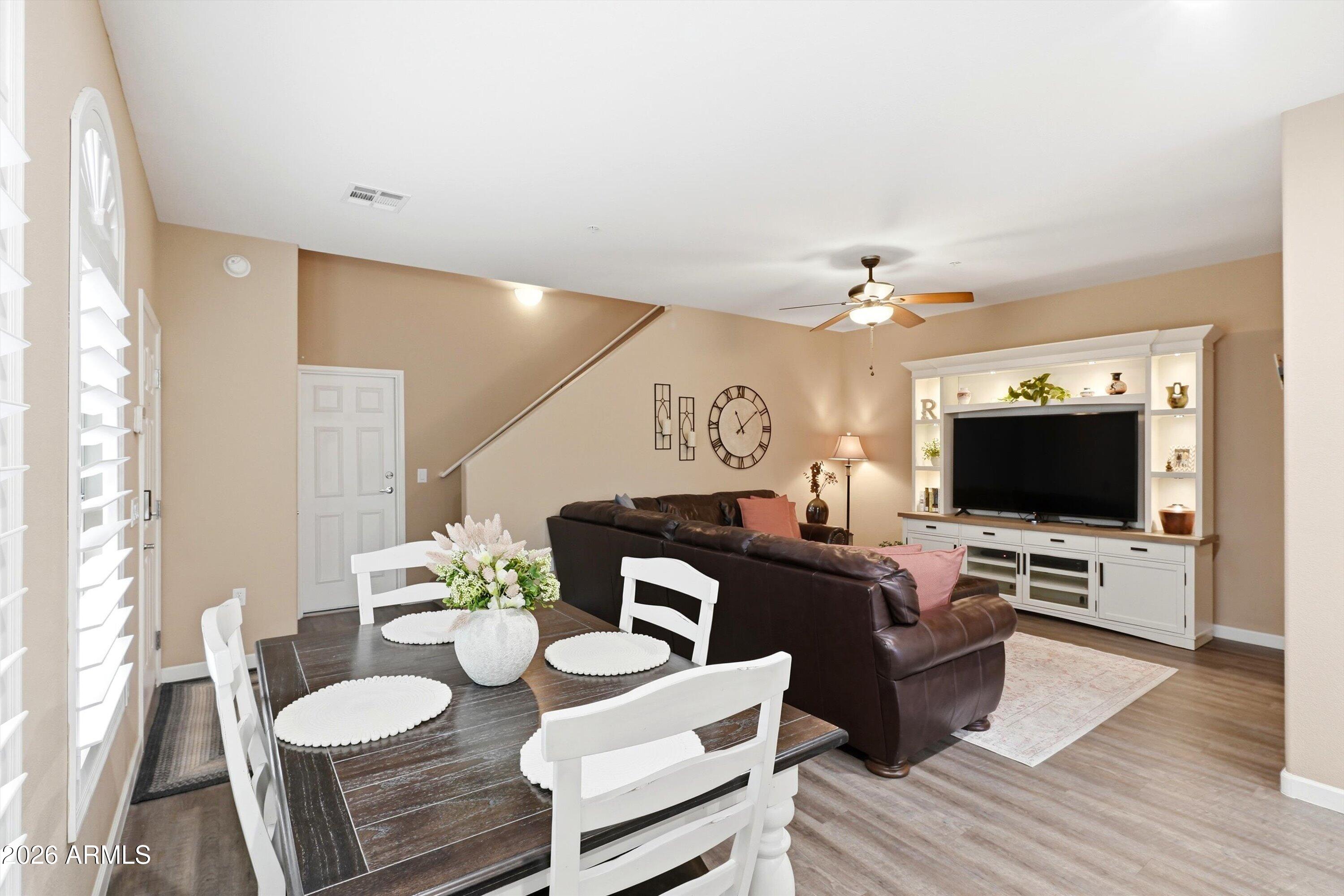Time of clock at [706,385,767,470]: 11:08
